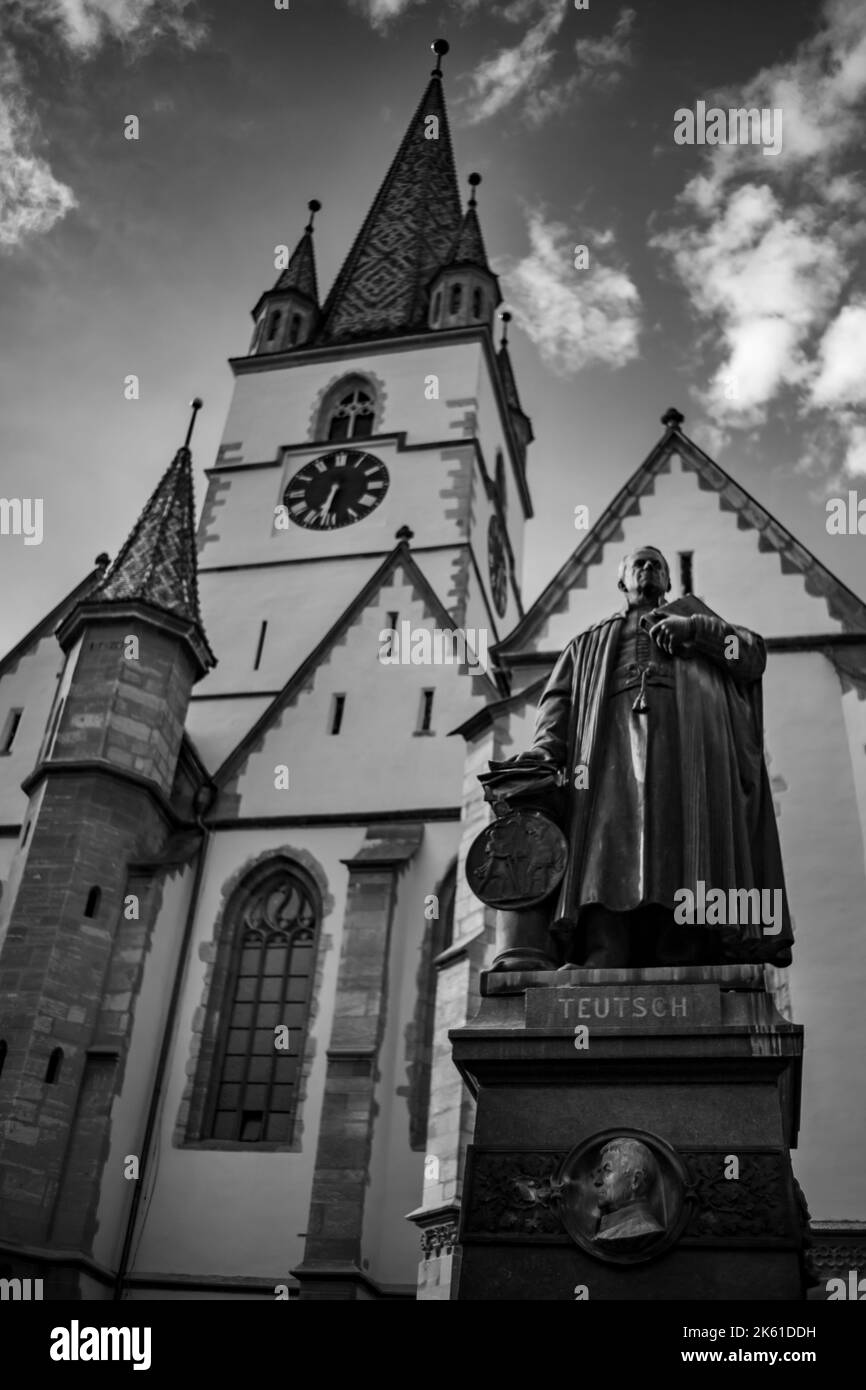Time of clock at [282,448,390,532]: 6:32
